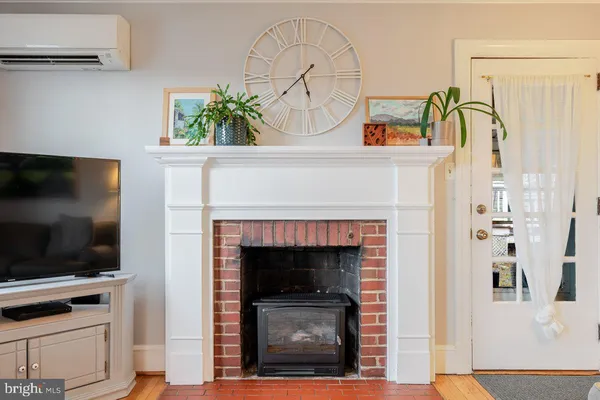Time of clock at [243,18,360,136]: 5:38
